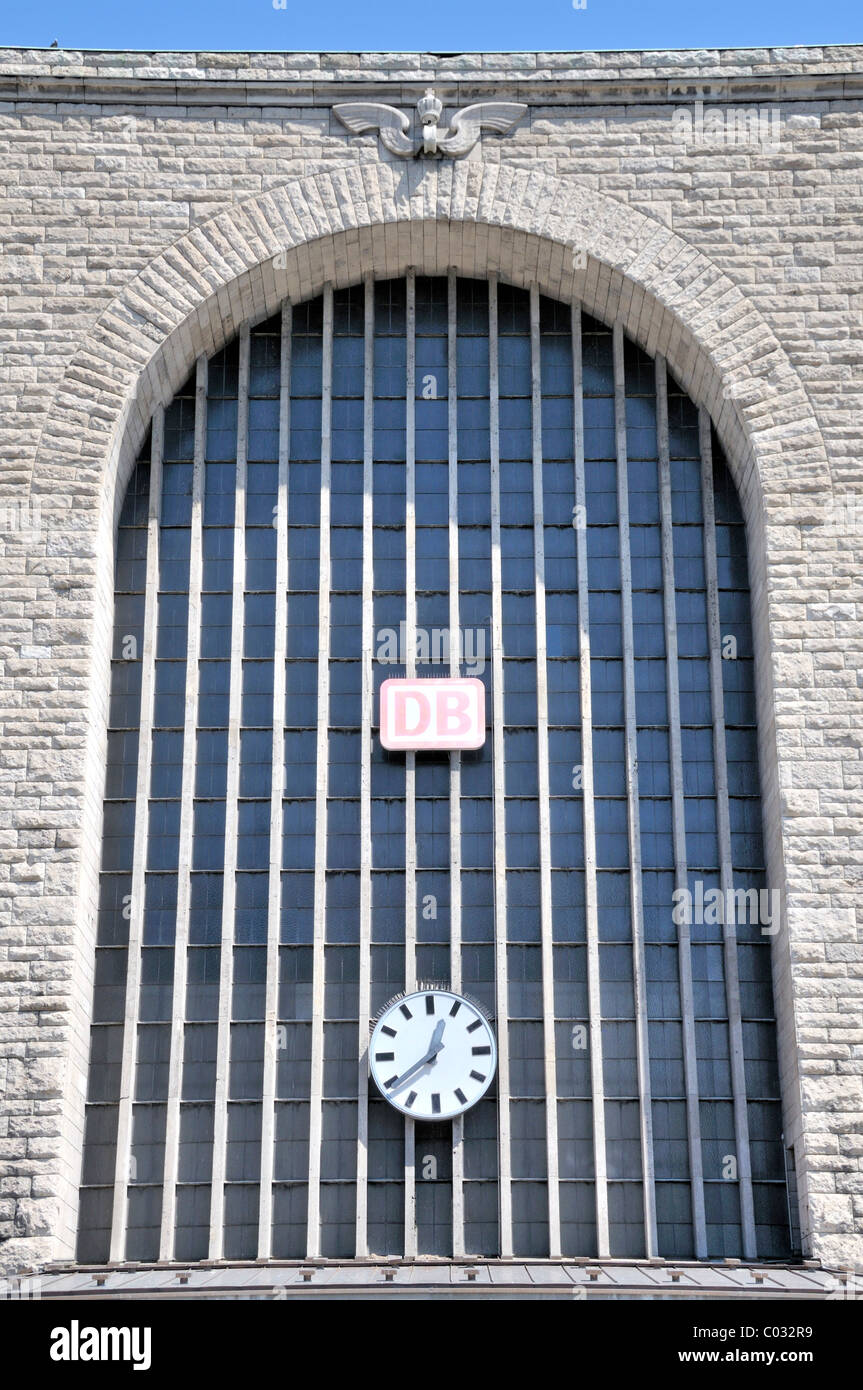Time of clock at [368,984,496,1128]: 12:39
